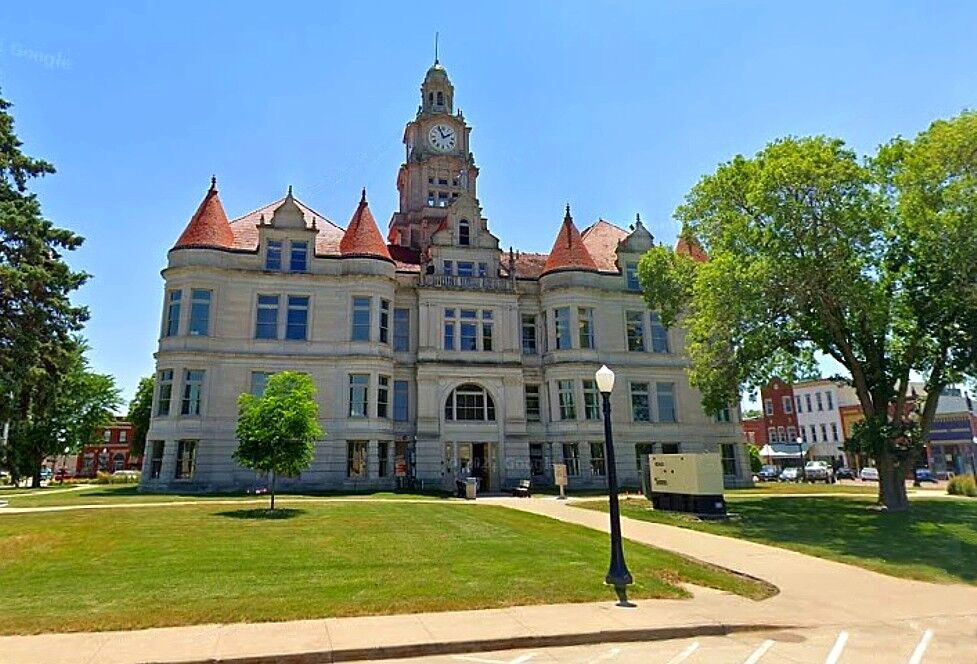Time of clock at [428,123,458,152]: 1:56
